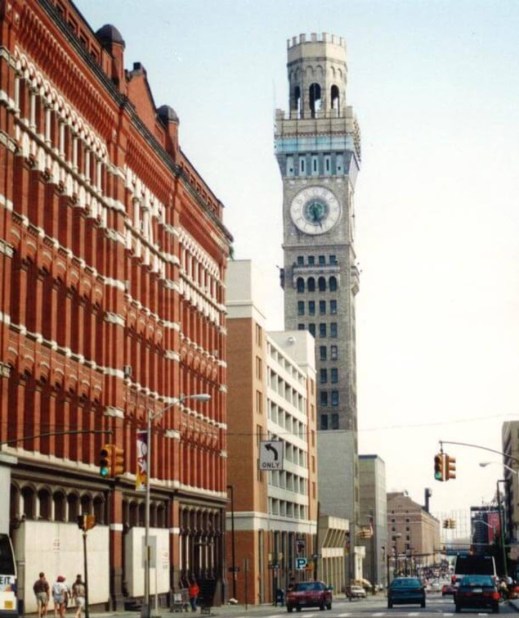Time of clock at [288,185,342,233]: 6:26
